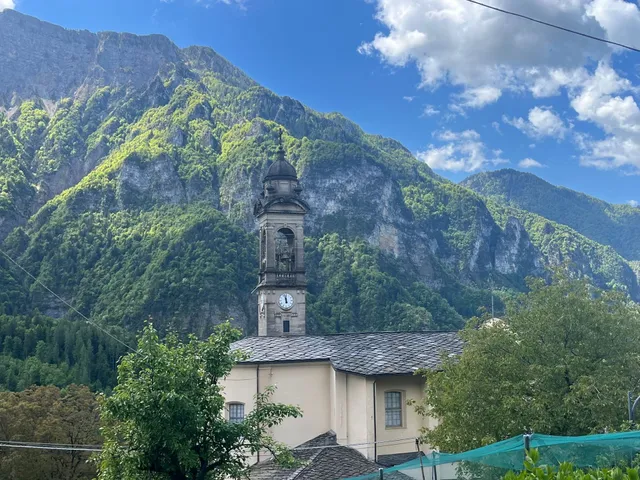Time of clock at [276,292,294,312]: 11:58
